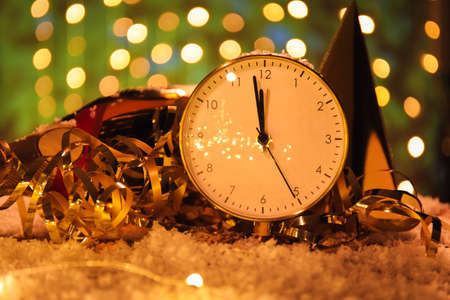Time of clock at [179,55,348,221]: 11:58
